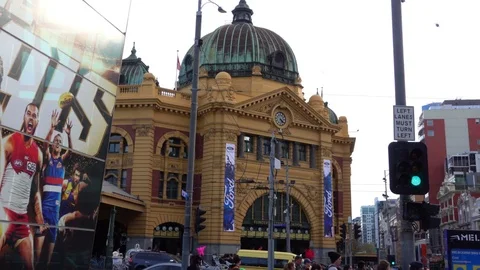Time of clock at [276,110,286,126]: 4:21
